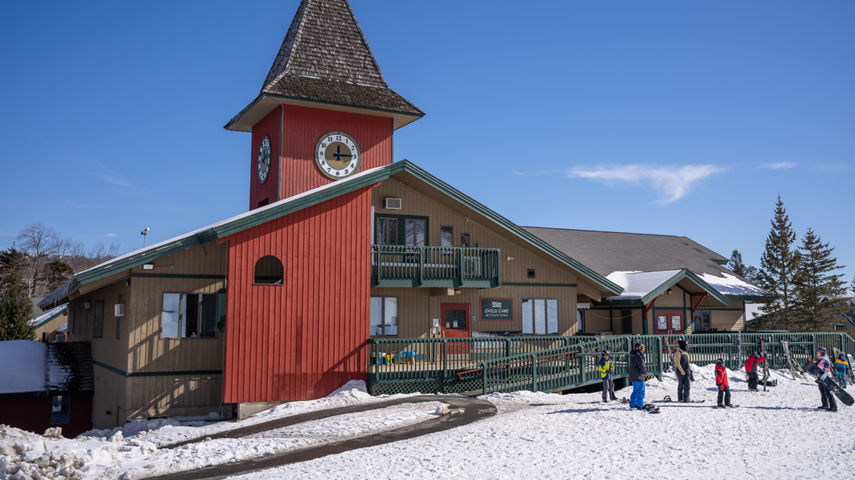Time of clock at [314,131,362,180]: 12:14
